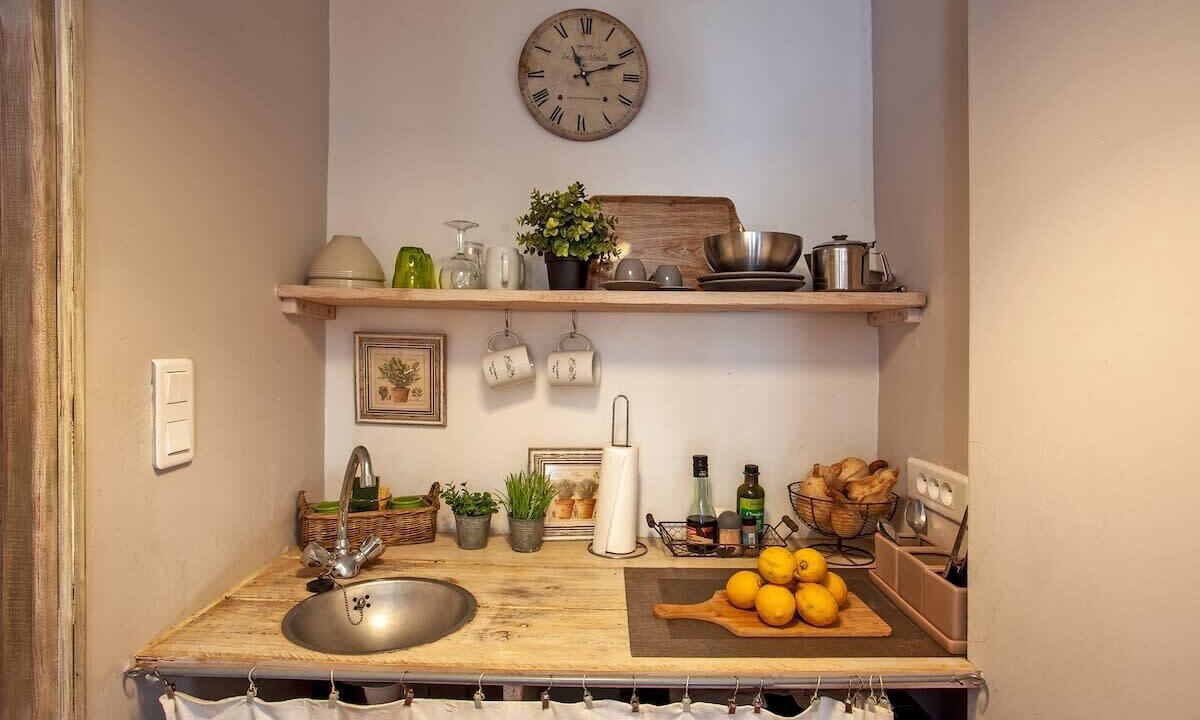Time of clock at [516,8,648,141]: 11:11
